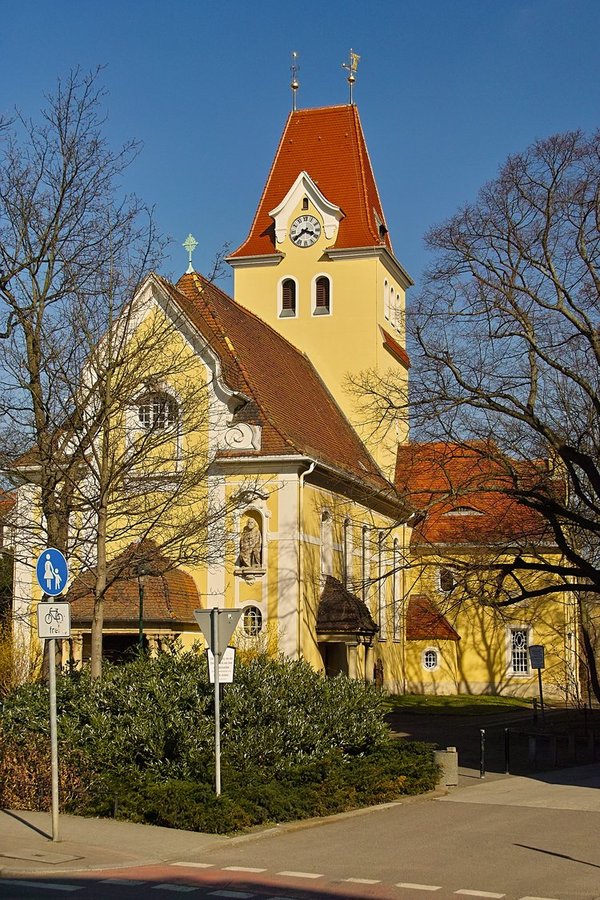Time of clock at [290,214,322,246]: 3:39
